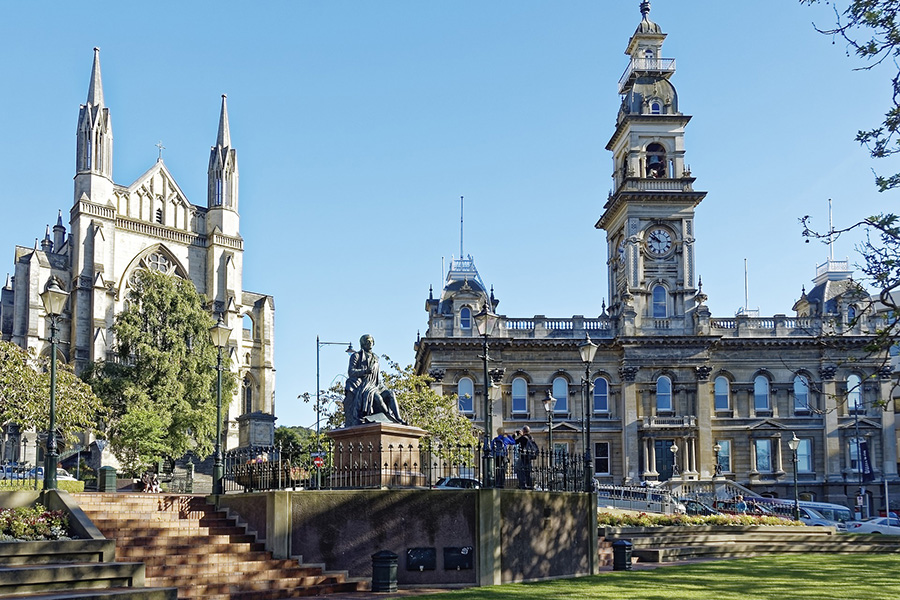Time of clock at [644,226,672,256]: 9:51
